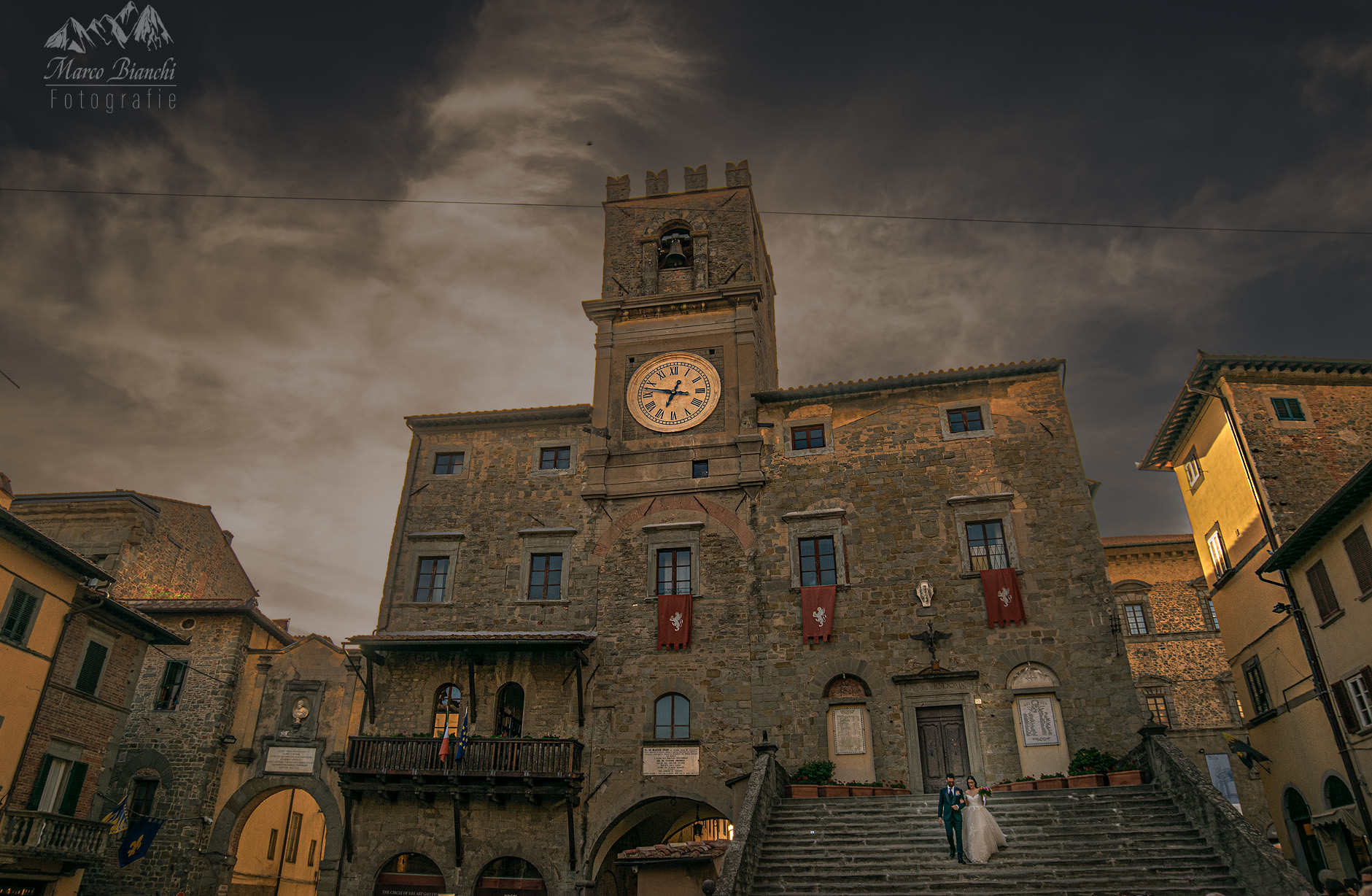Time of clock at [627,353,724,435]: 6:47
